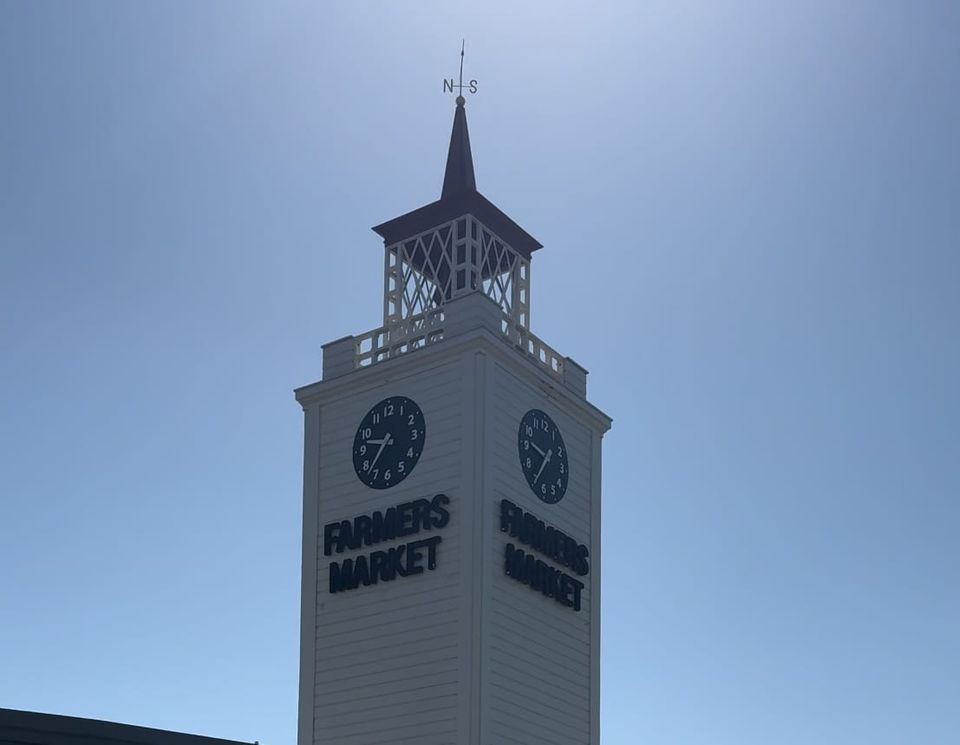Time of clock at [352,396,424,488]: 9:37
